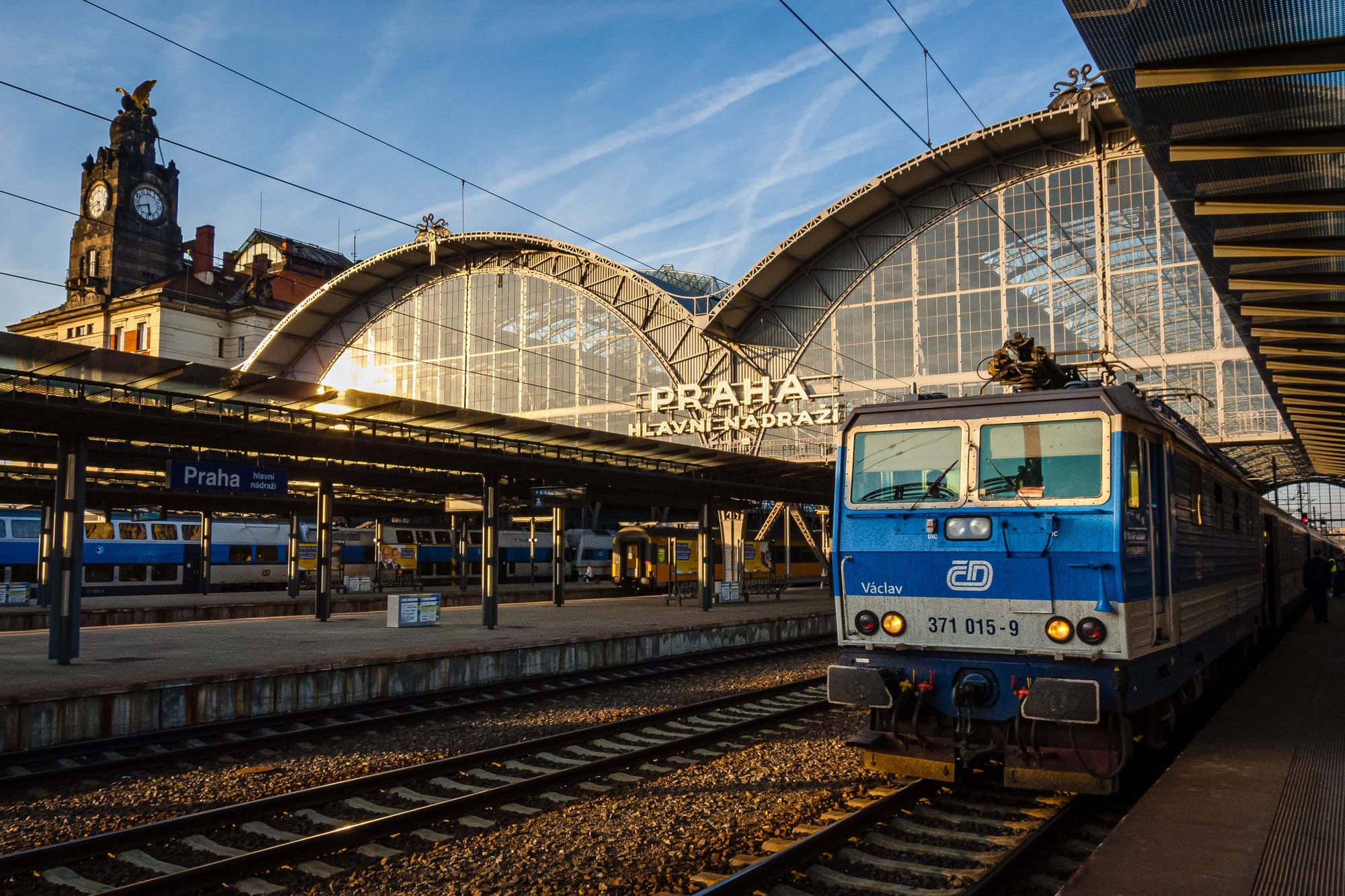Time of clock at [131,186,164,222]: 5:42
